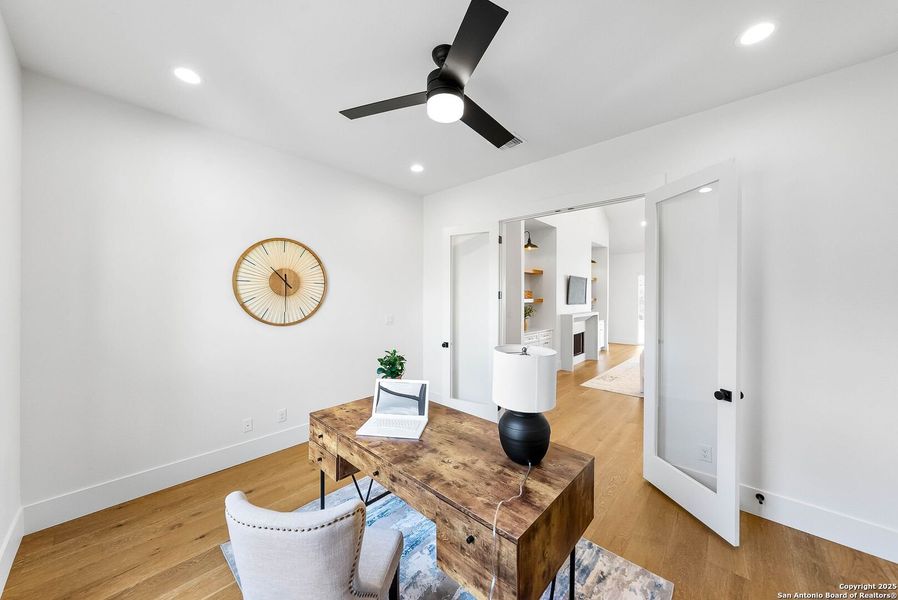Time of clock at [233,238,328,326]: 10:30
